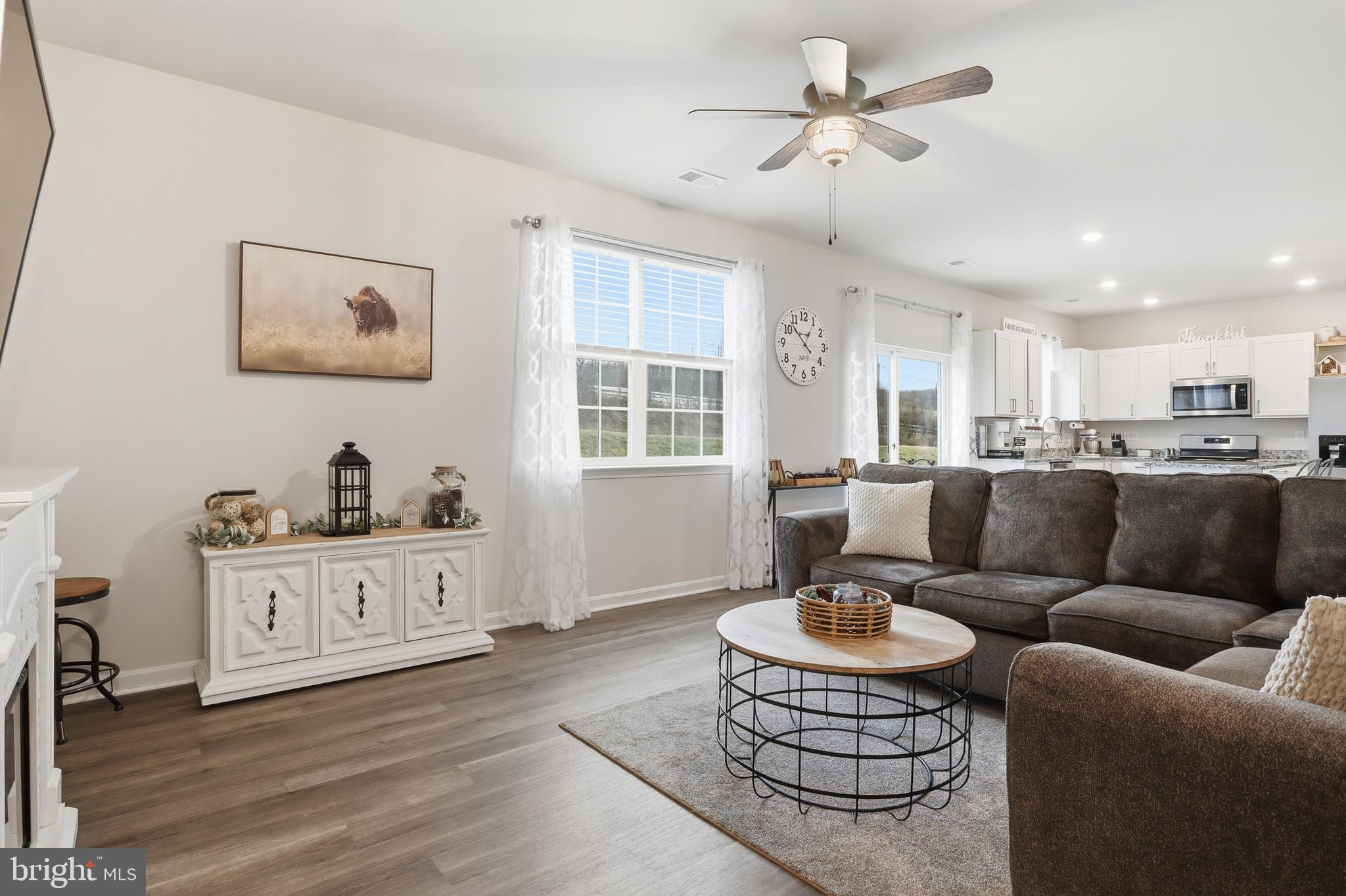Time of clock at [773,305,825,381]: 12:52
